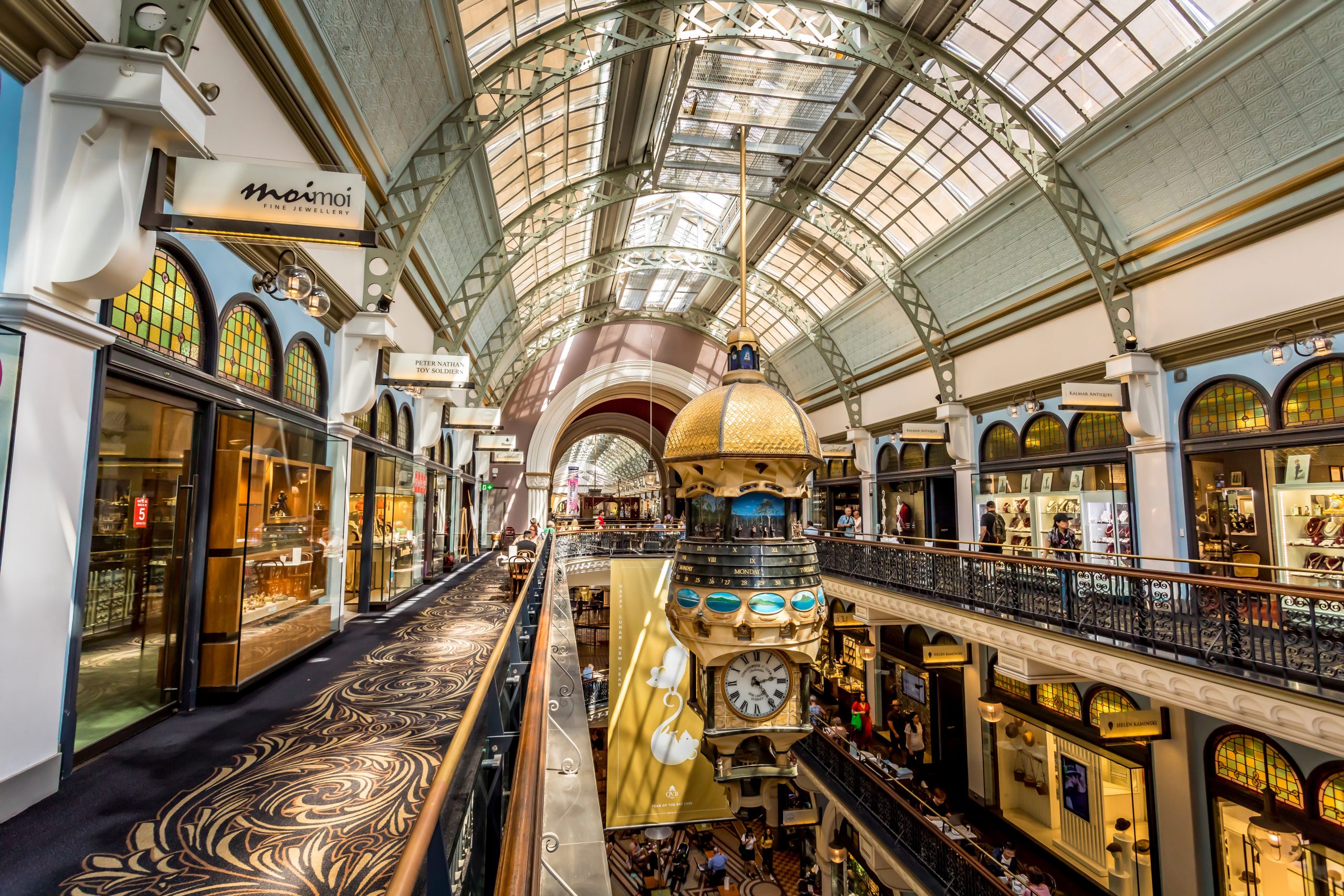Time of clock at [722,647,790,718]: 2:23
